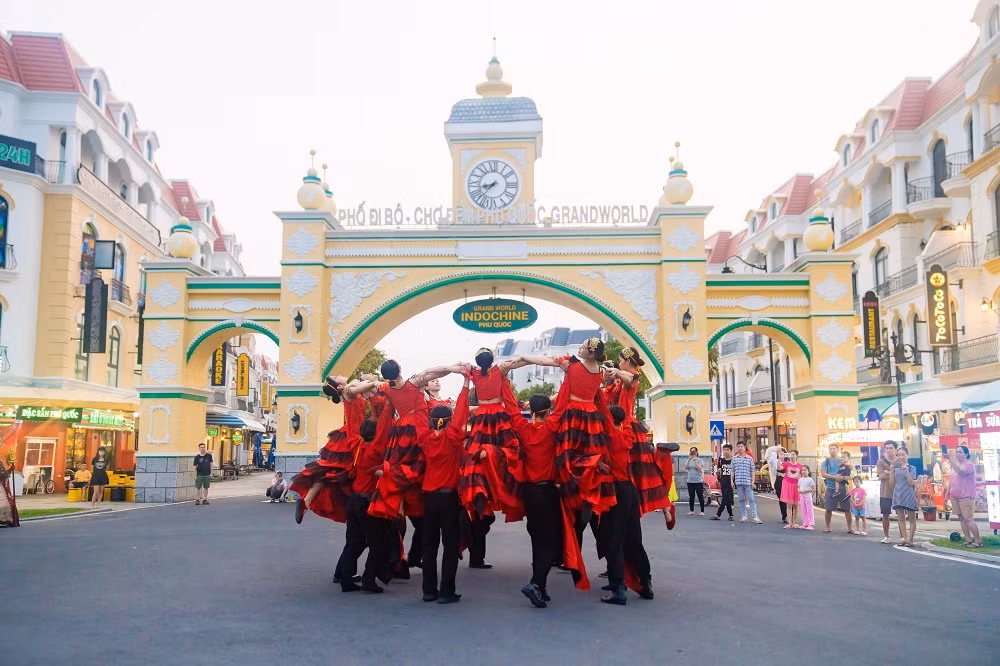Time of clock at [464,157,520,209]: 8:37
